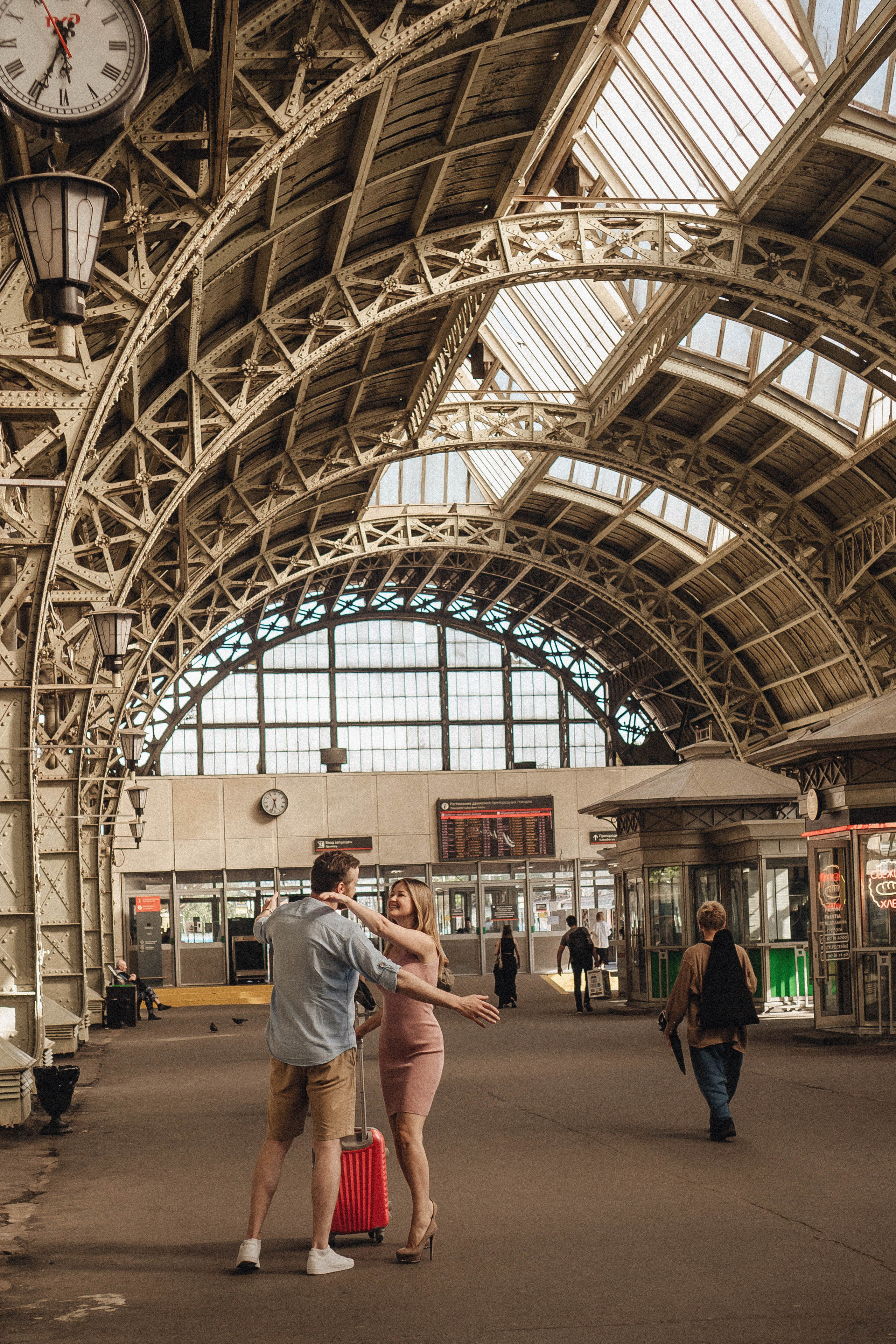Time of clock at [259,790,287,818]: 5:33
